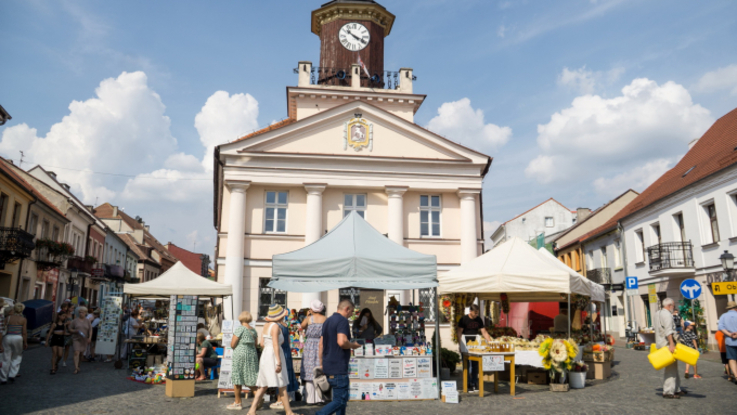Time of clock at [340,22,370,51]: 10:18
